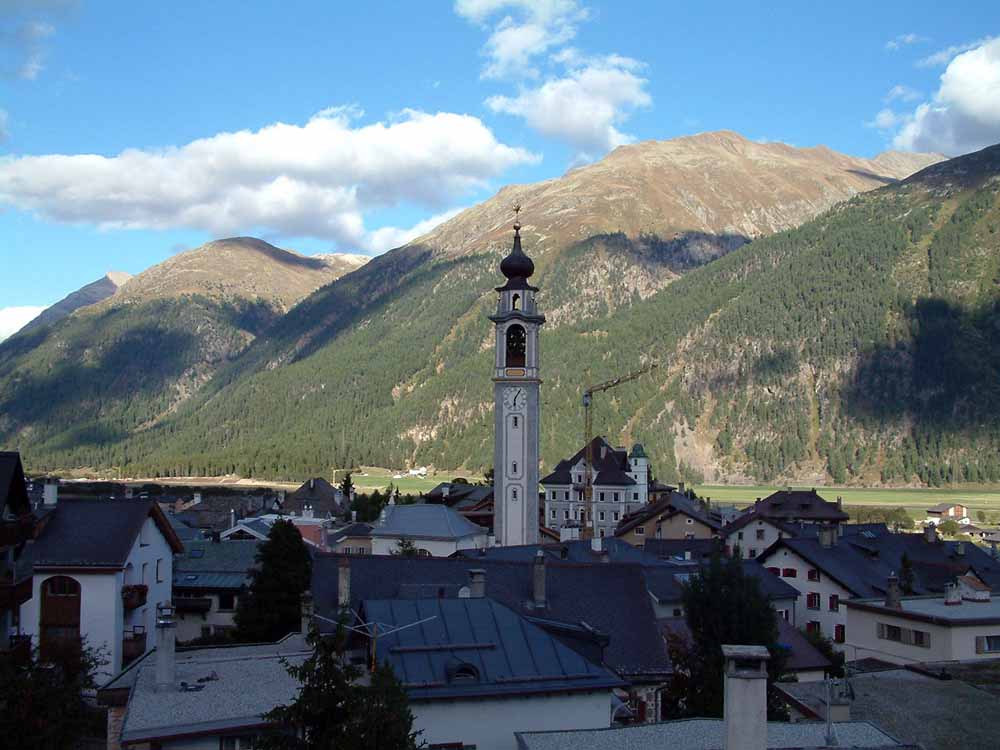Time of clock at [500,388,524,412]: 6:05
